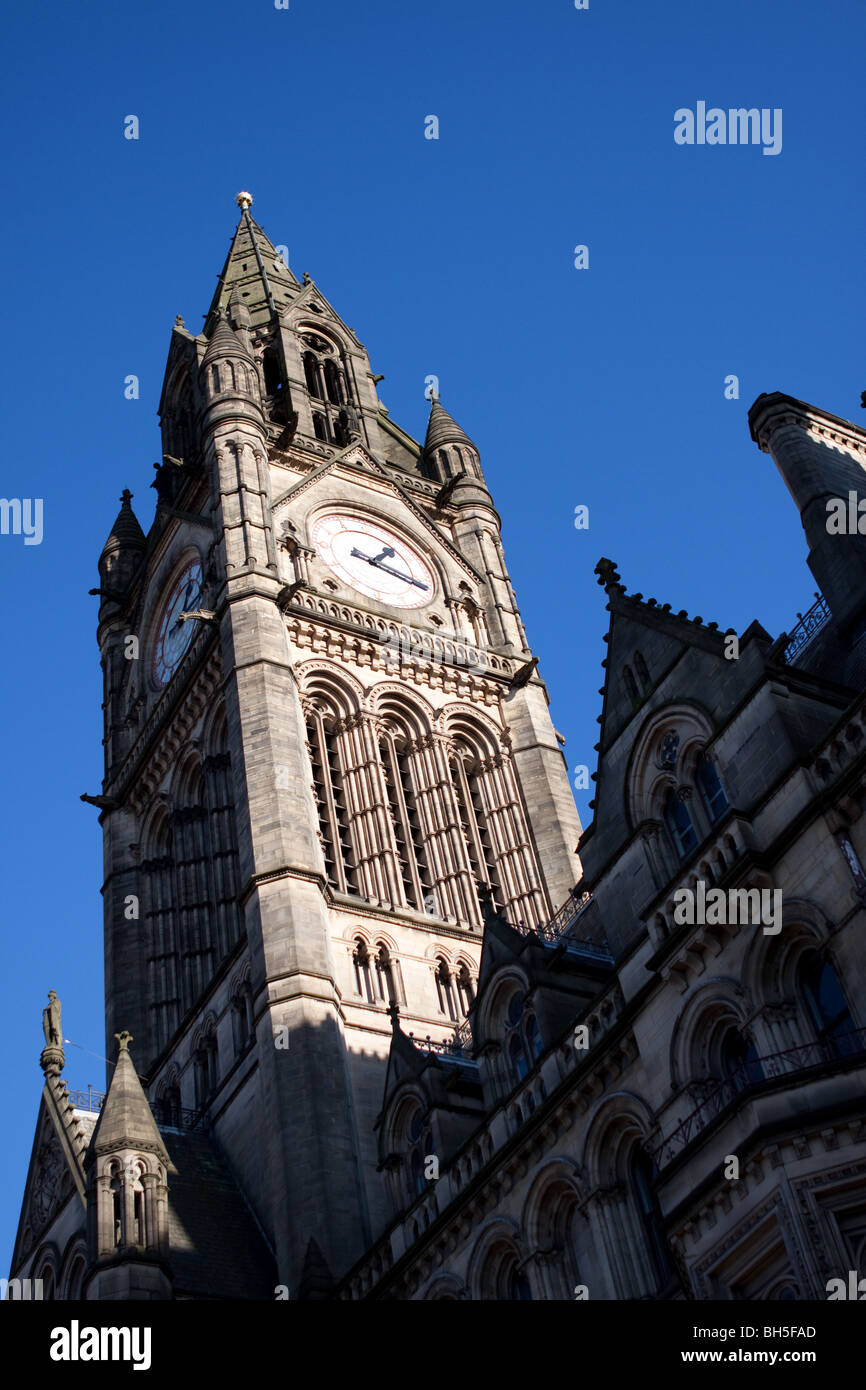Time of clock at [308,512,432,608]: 1:18
